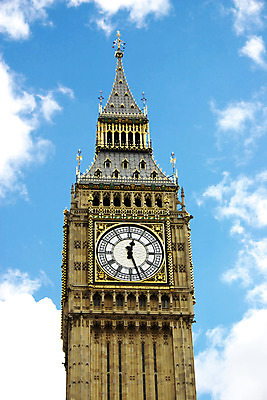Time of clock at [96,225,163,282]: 12:26
